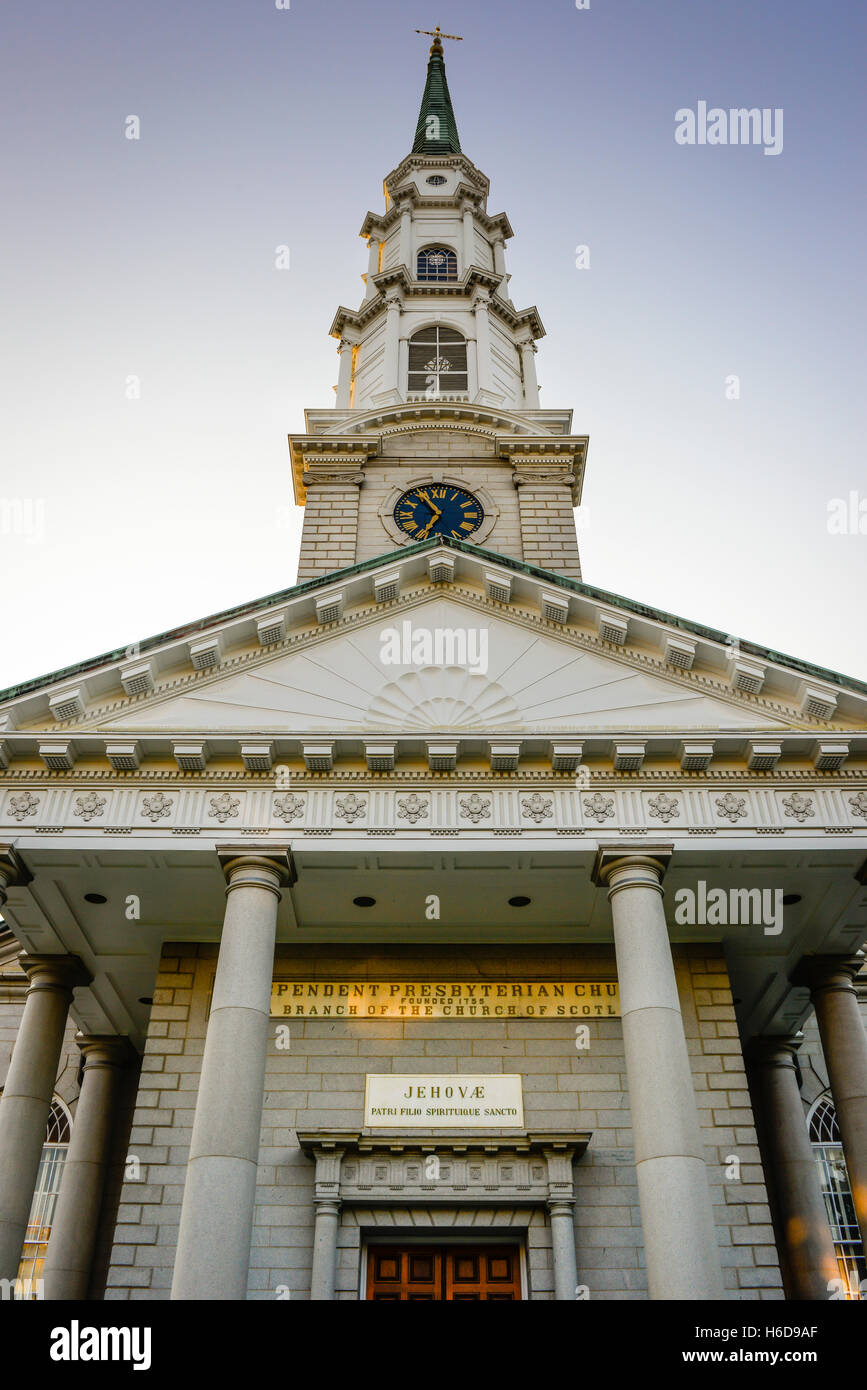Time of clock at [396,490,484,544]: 6:54
